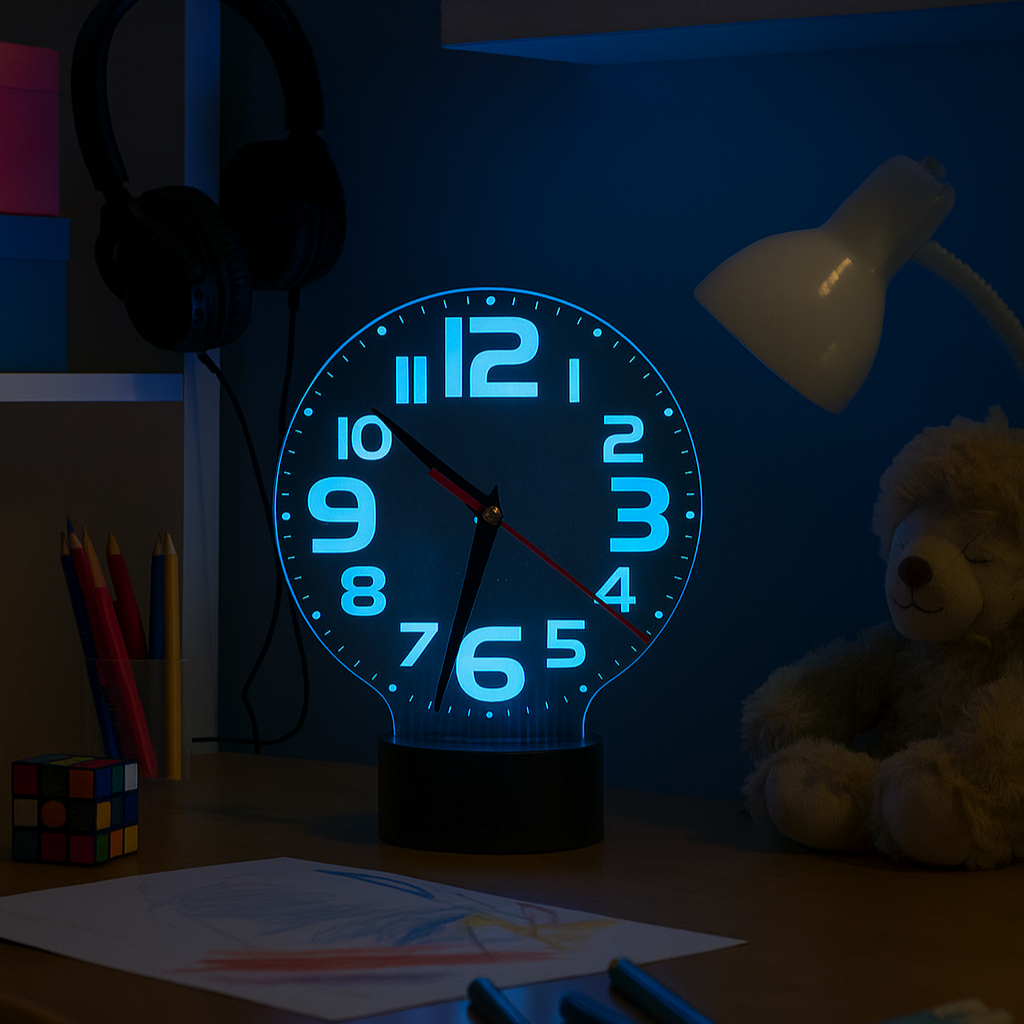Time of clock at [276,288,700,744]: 10:32
